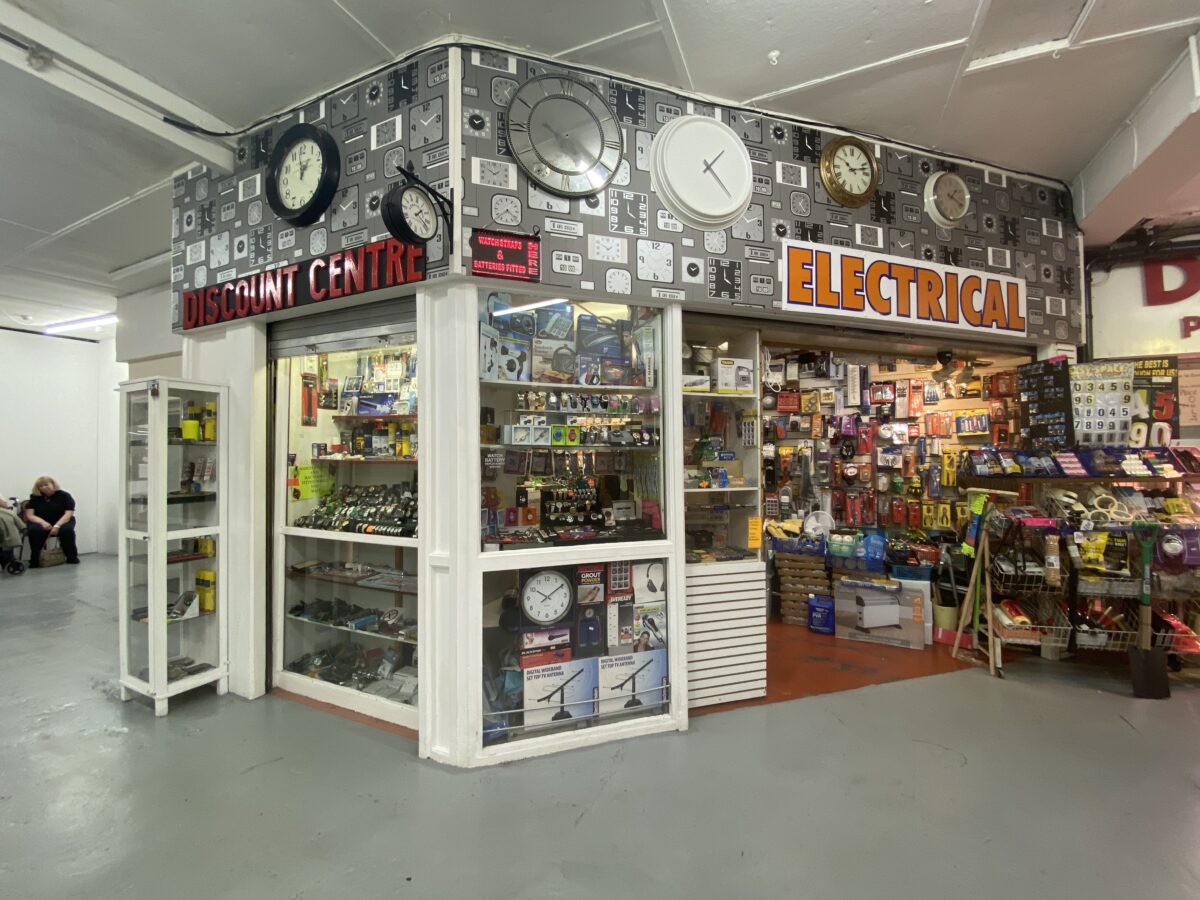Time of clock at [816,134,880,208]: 10:12
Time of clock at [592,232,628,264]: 1:50
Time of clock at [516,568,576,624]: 10:09
